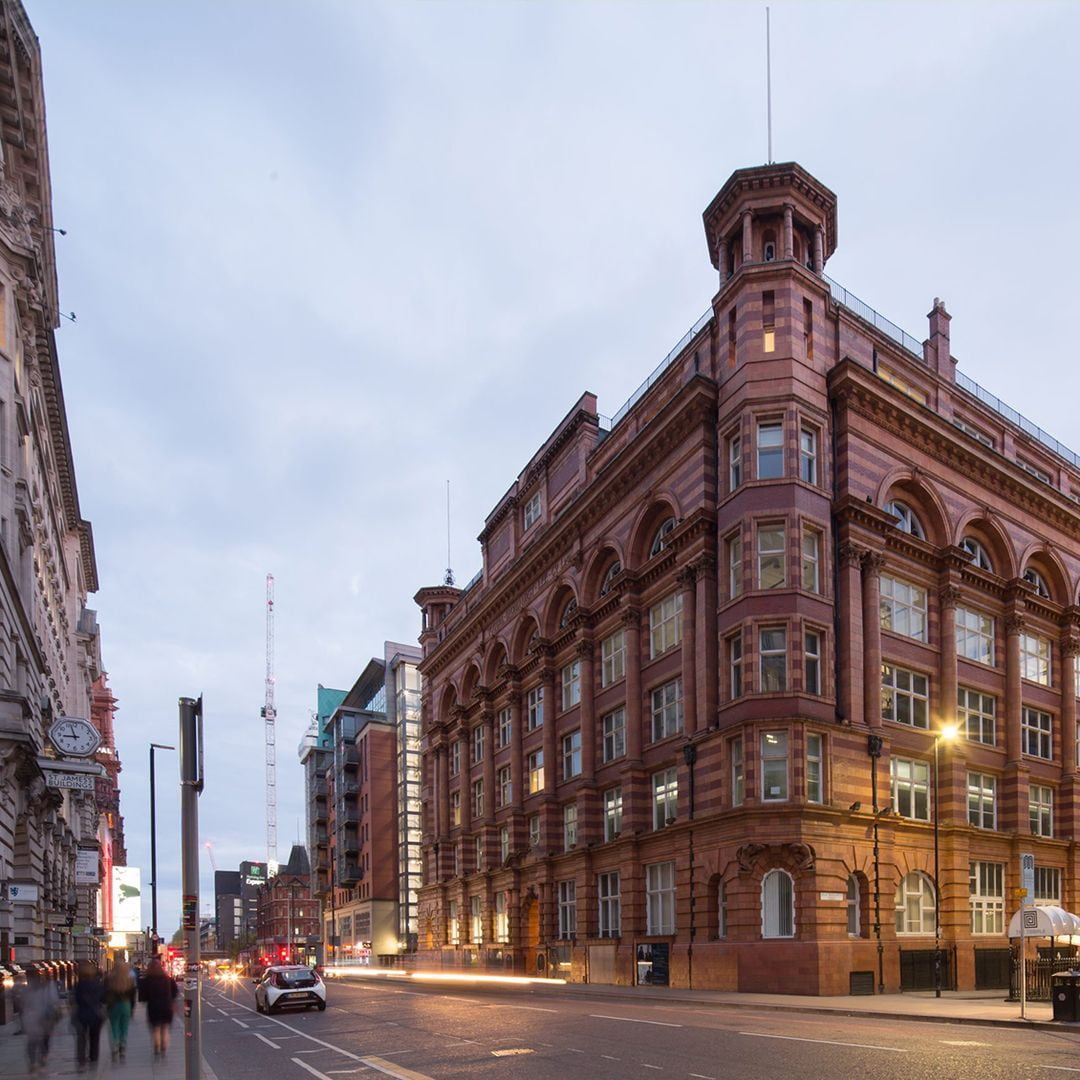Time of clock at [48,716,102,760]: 8:57
